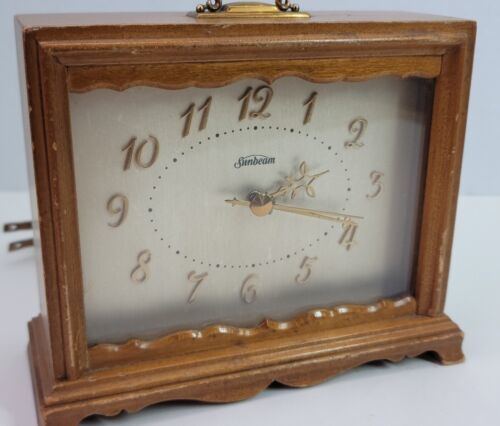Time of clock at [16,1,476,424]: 2:18
